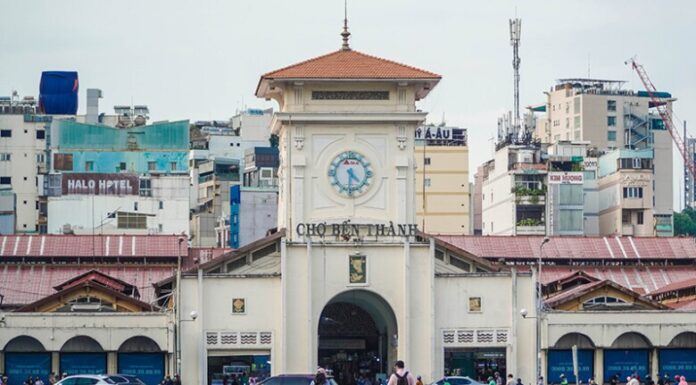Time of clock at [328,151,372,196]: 4:31
